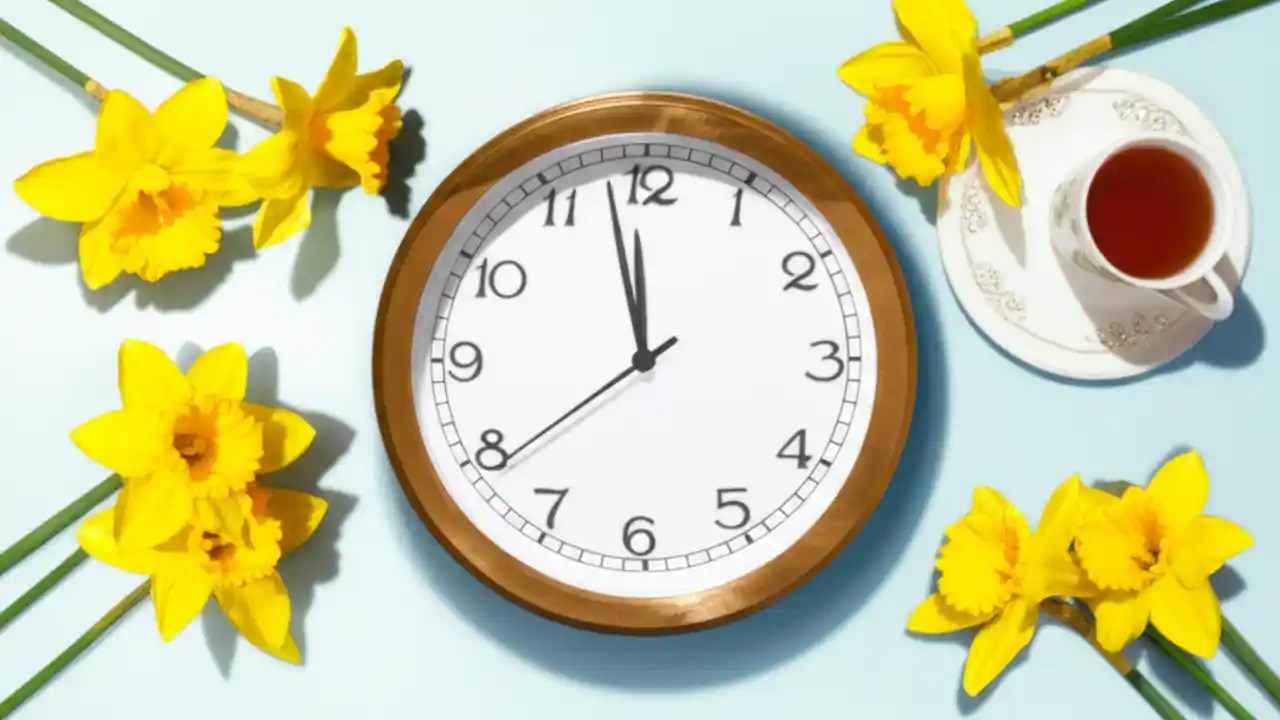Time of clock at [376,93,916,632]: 11:57
